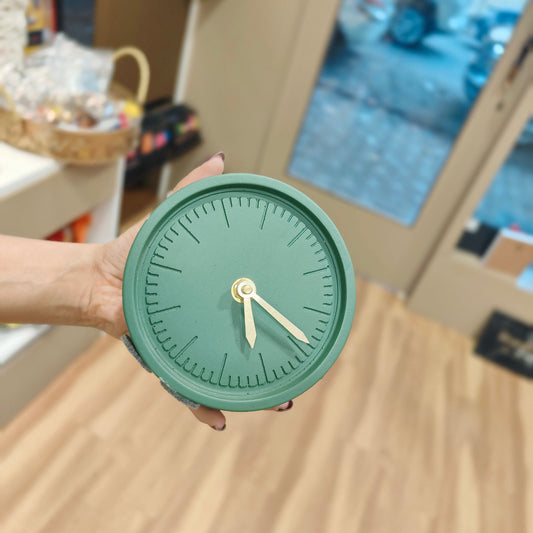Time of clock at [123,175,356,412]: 5:19
